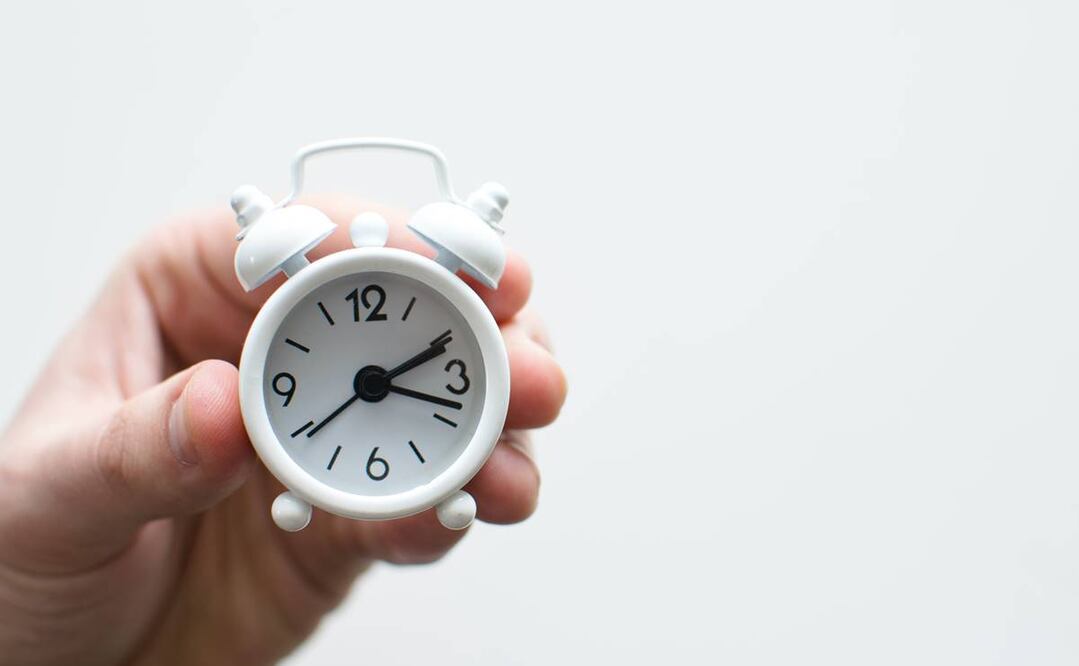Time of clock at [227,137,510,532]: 2:18
